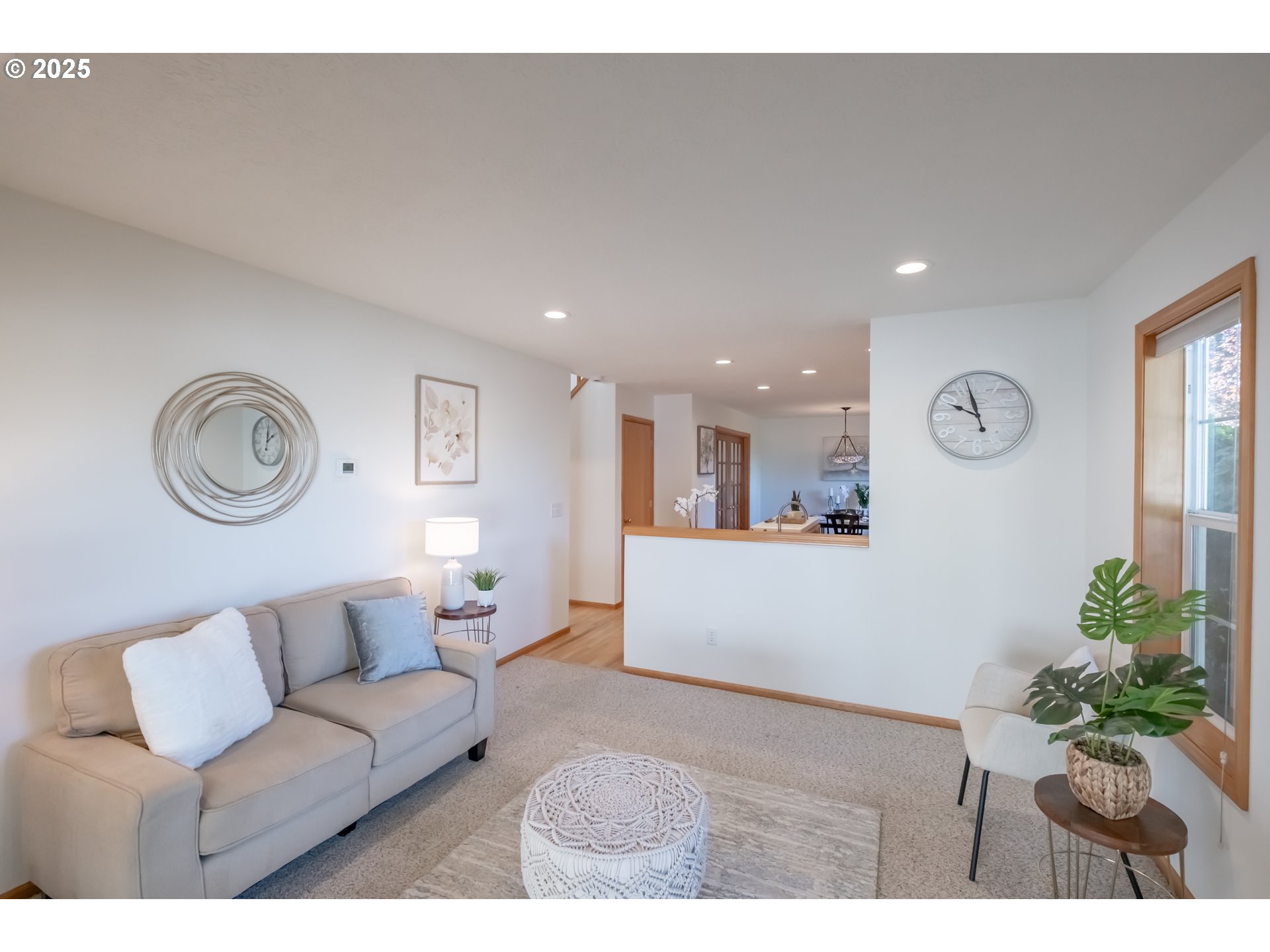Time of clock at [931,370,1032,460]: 9:57
